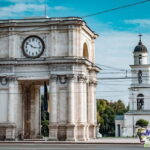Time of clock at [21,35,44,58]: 10:17
